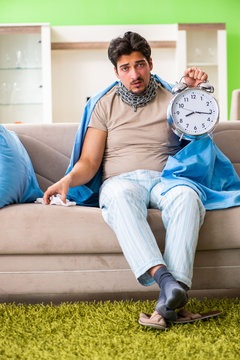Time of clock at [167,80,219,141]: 8:16
